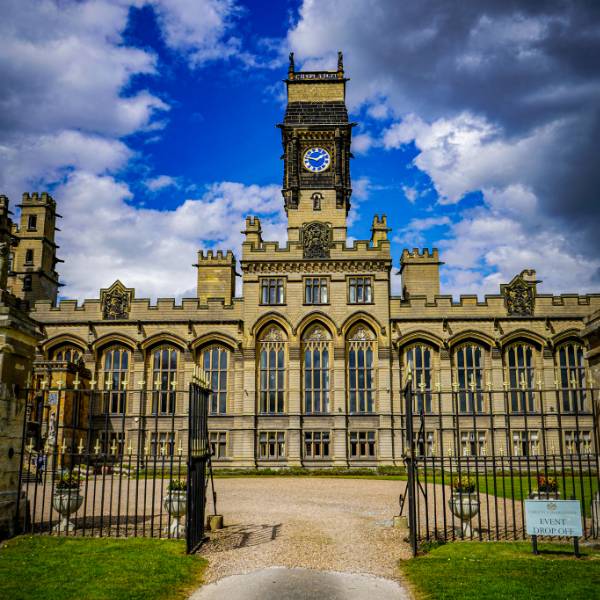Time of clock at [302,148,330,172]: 1:46
